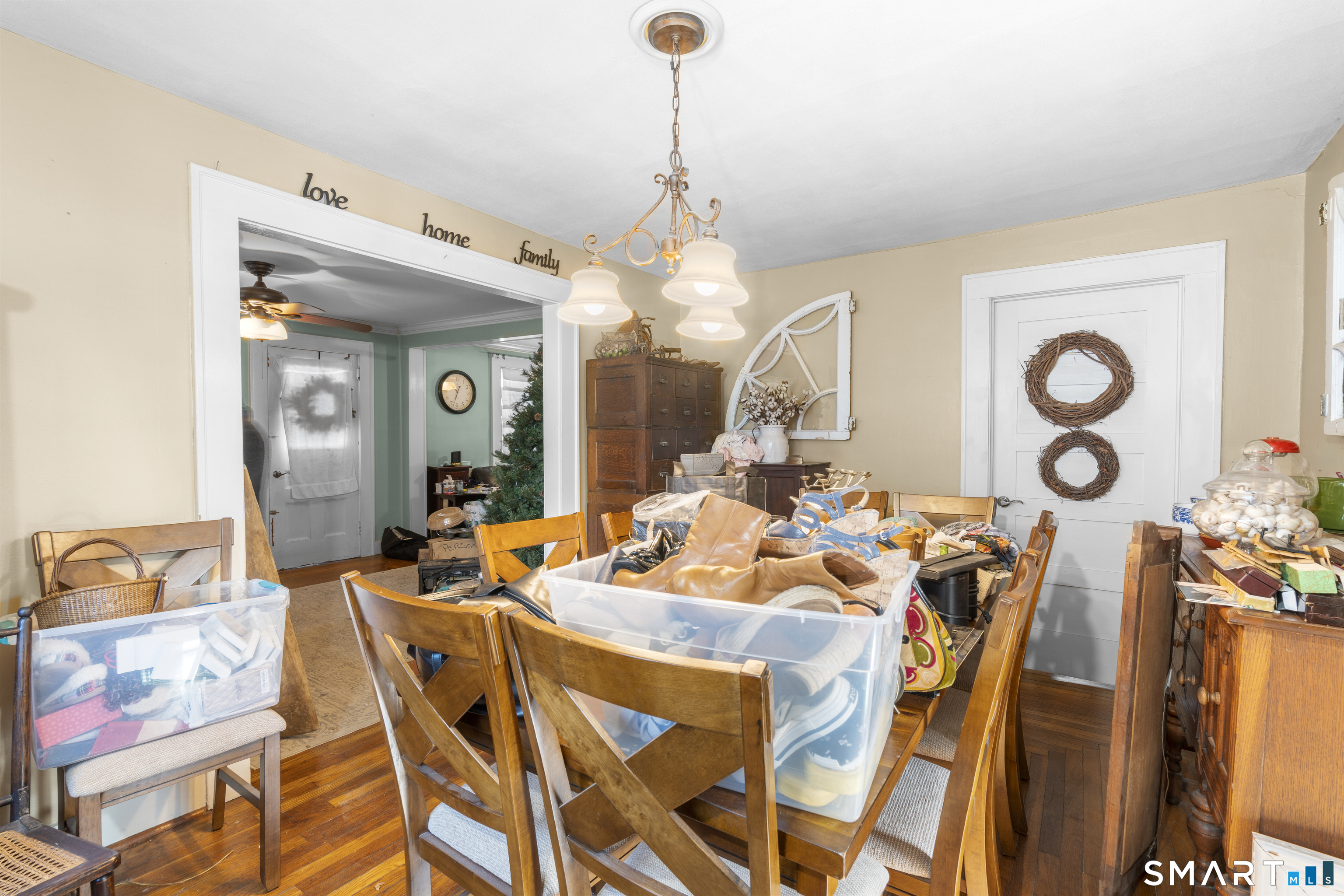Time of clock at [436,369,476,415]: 10:32
